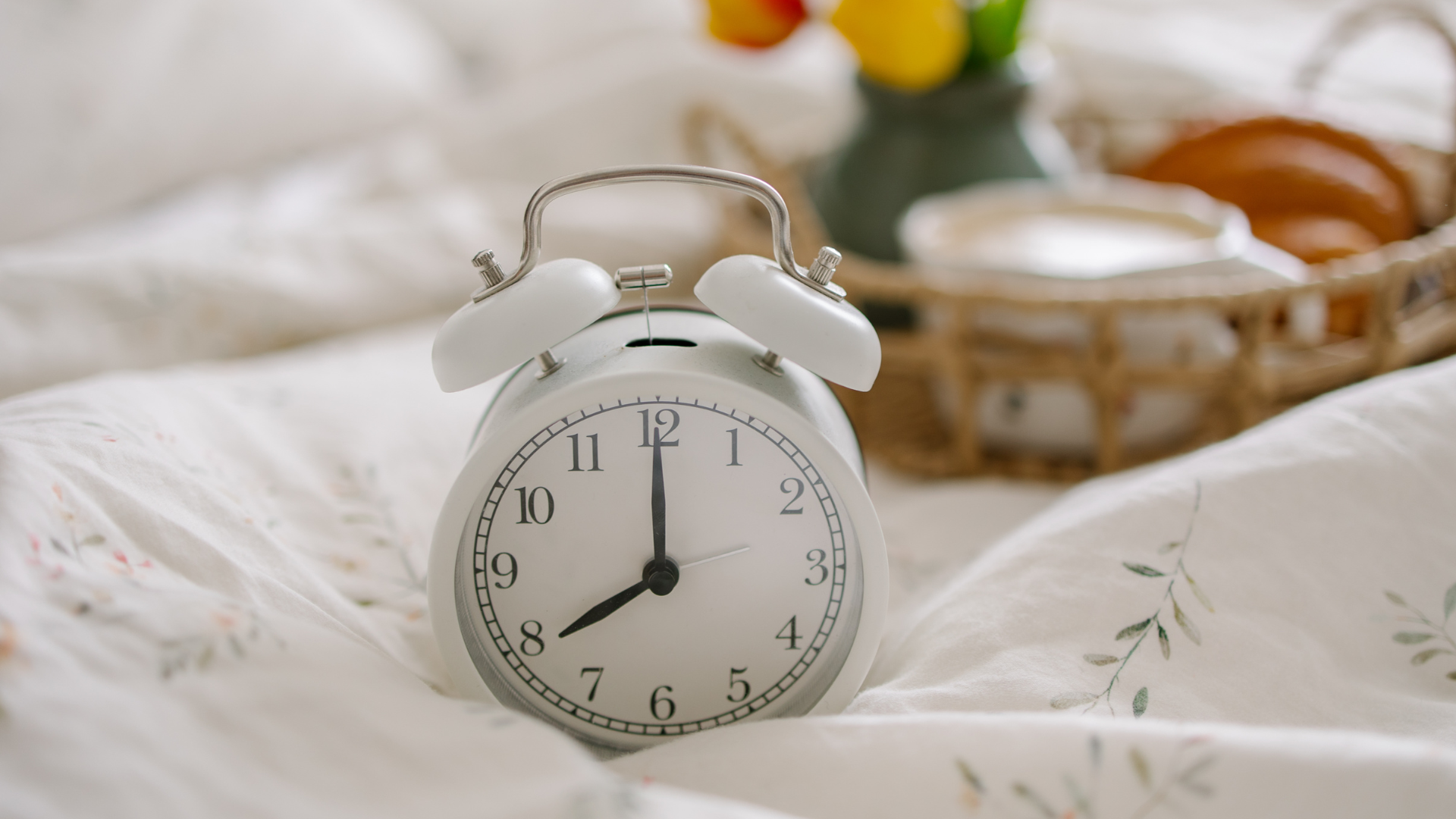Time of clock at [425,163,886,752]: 8:00
